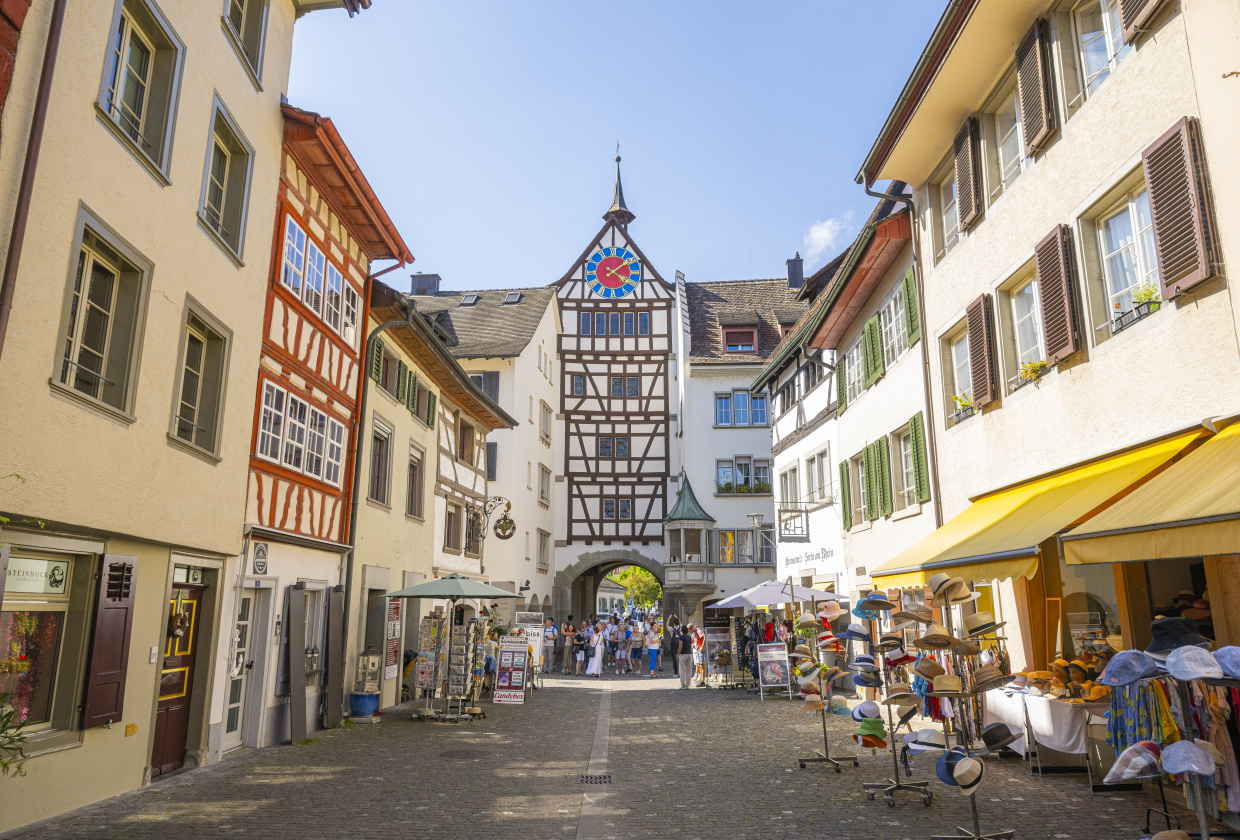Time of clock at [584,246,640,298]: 4:09
